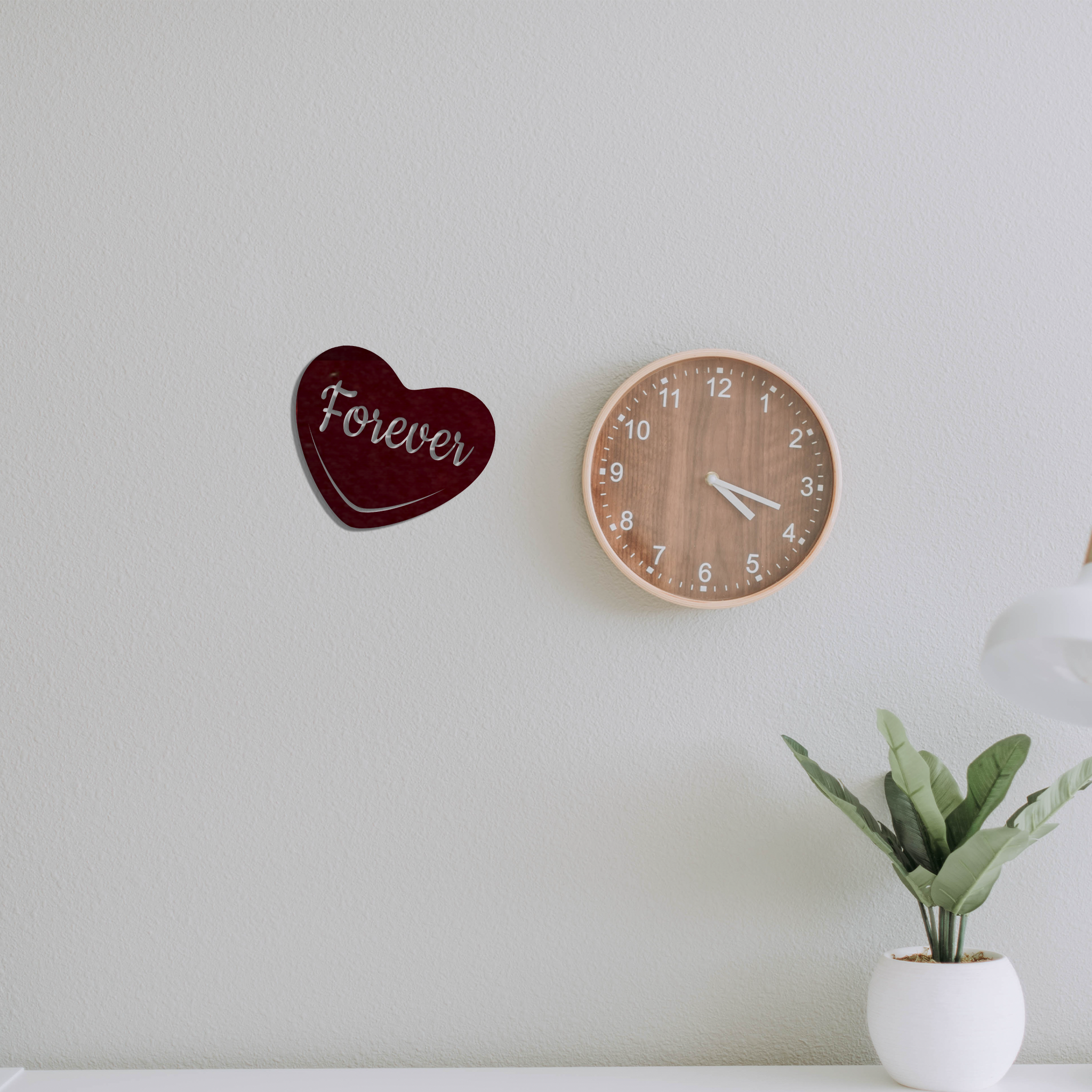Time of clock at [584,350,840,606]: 4:18
